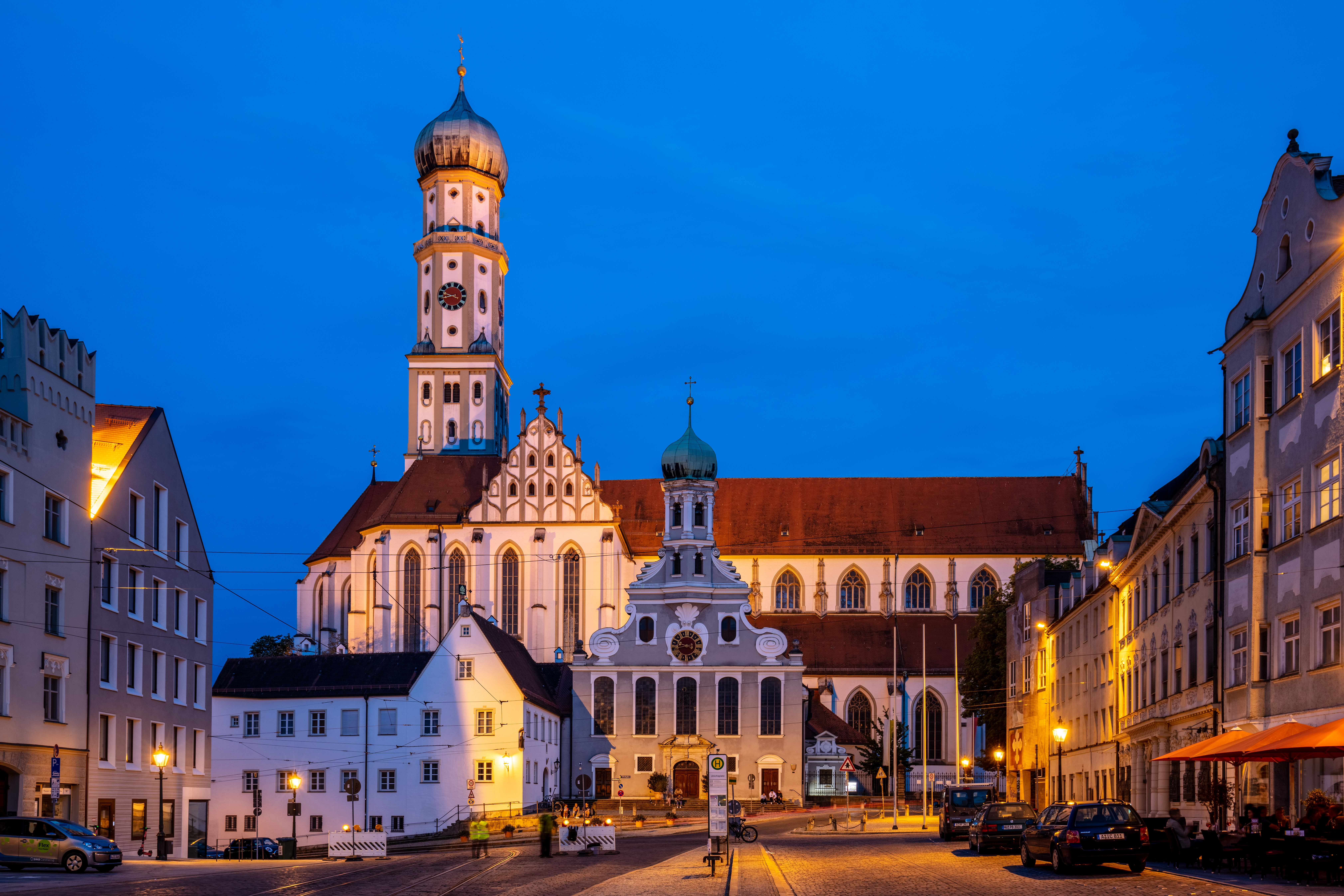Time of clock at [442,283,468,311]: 8:48
